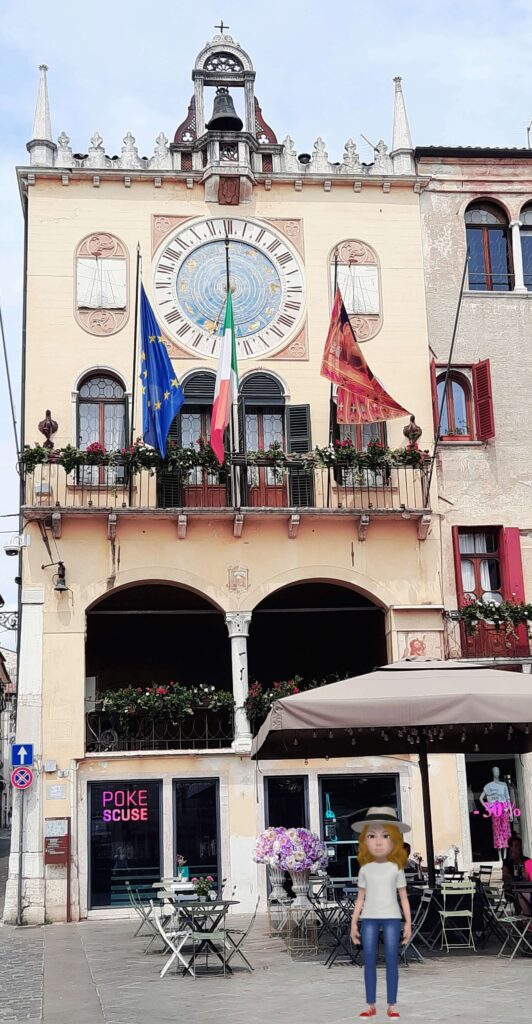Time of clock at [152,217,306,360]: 5:59
